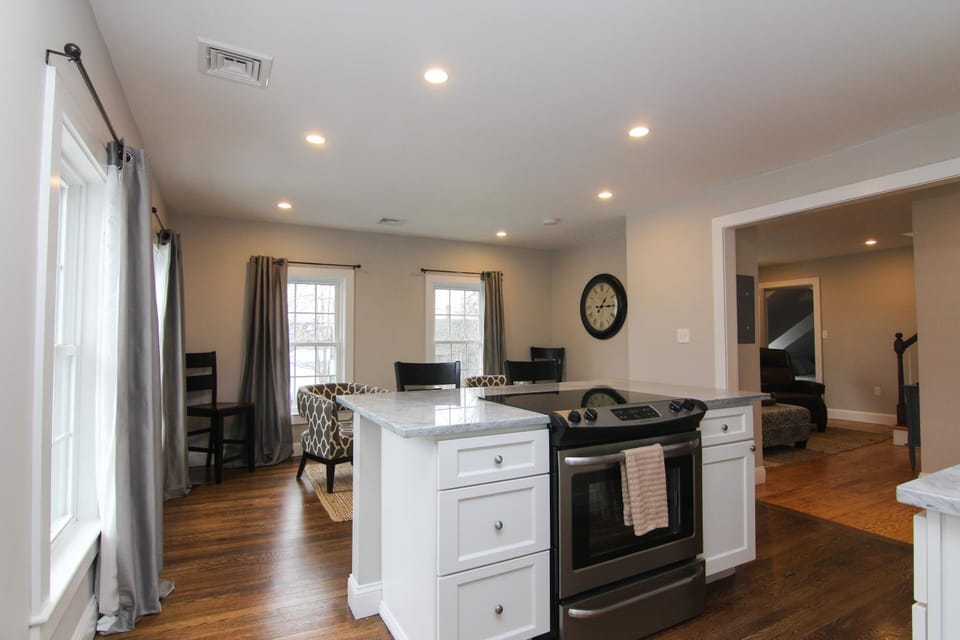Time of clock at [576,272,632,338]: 1:14
